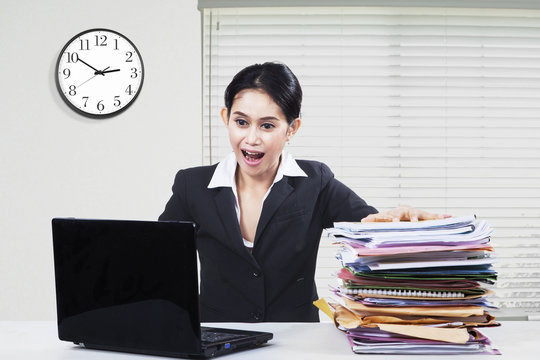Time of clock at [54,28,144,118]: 2:50
